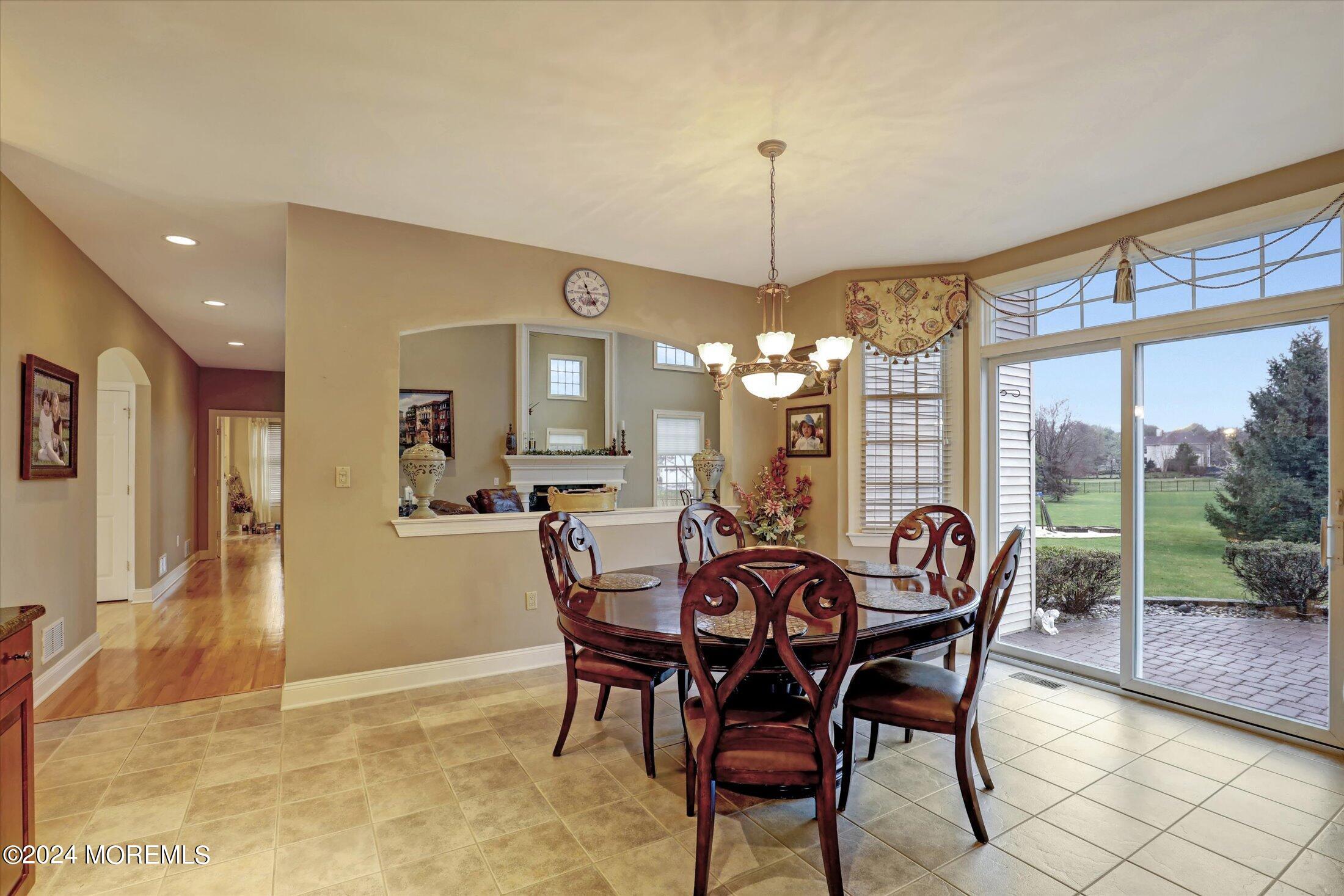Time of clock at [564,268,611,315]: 11:24
